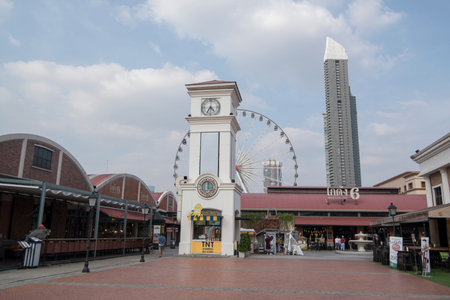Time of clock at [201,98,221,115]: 4:35
